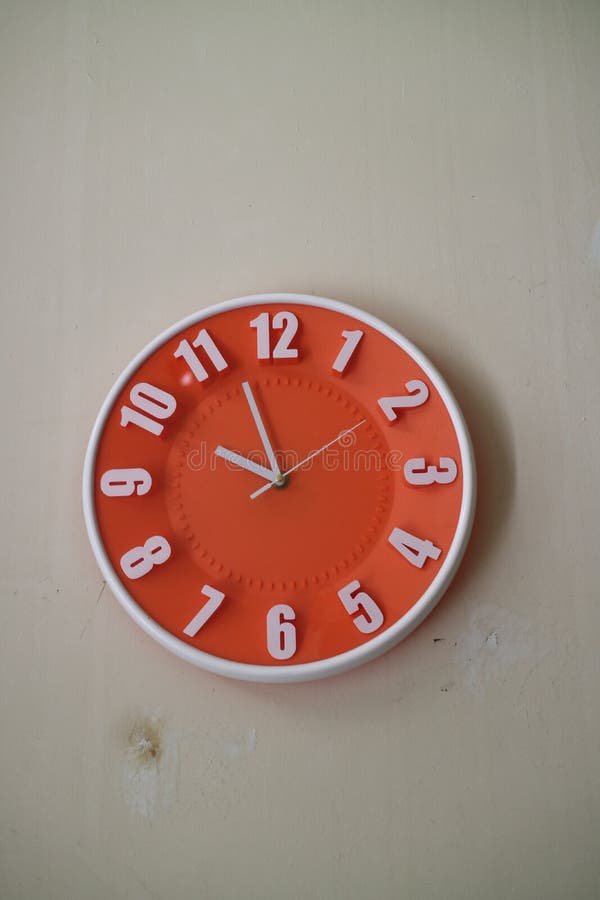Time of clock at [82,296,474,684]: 9:57
